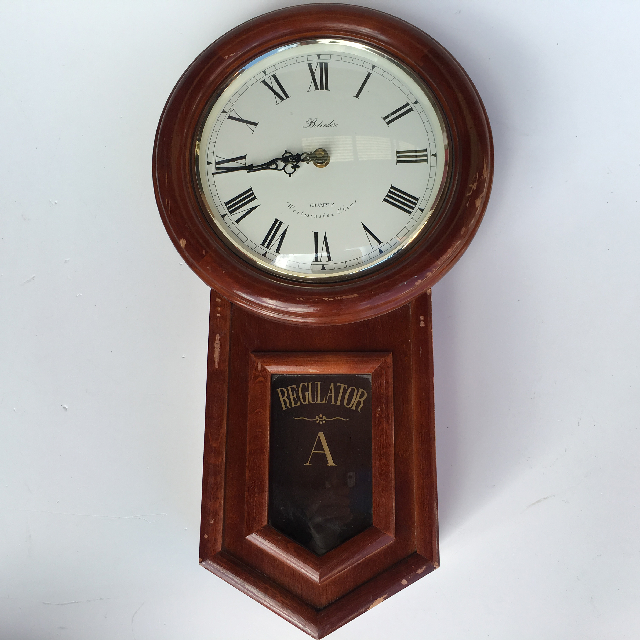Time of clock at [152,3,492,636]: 8:43
